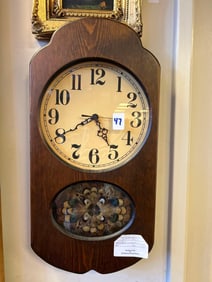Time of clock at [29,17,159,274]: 4:40
